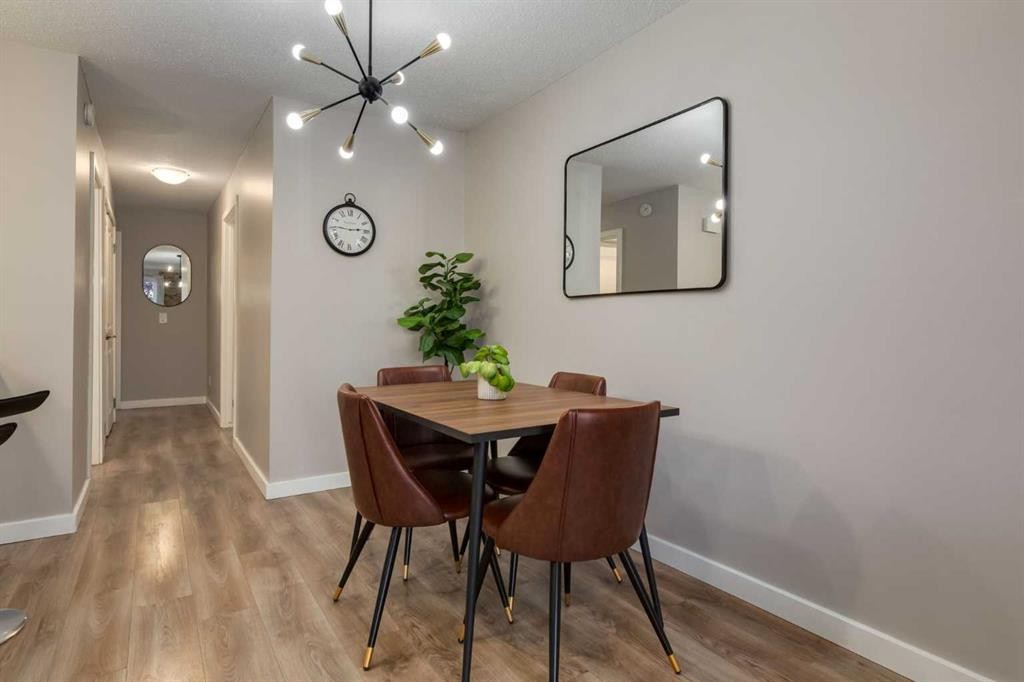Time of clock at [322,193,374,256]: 2:45
